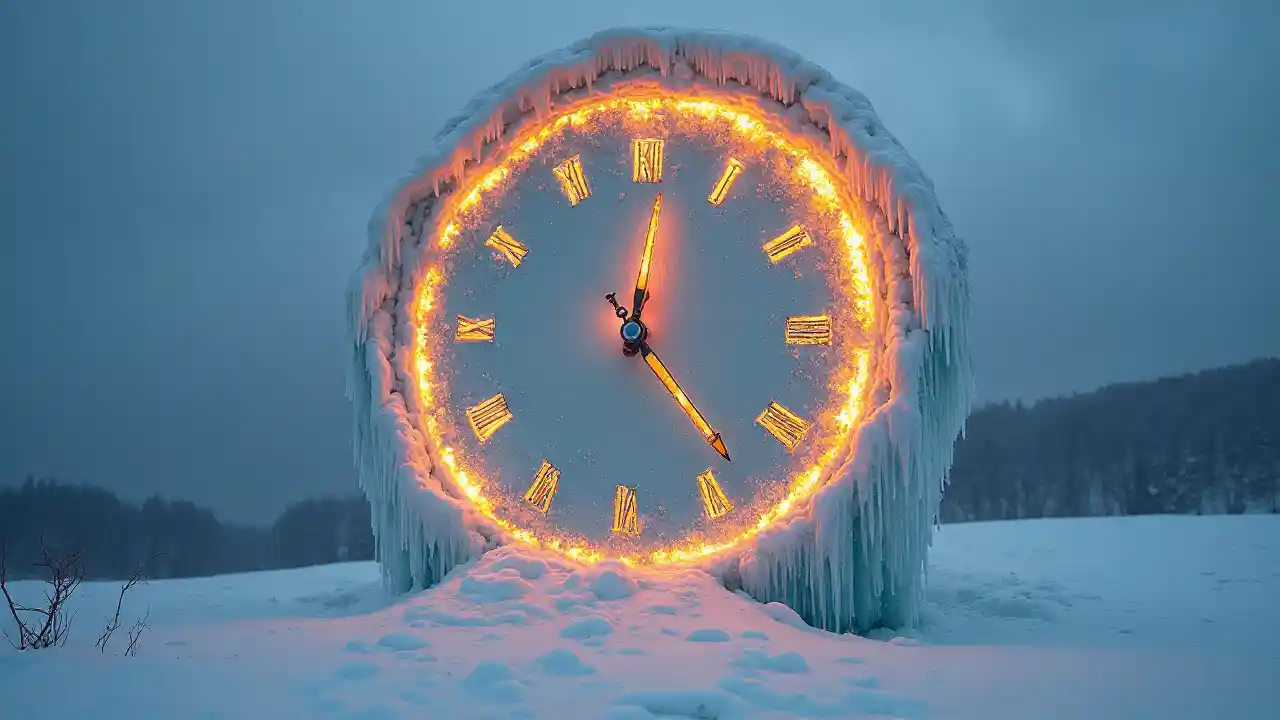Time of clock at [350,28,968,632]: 12:23
